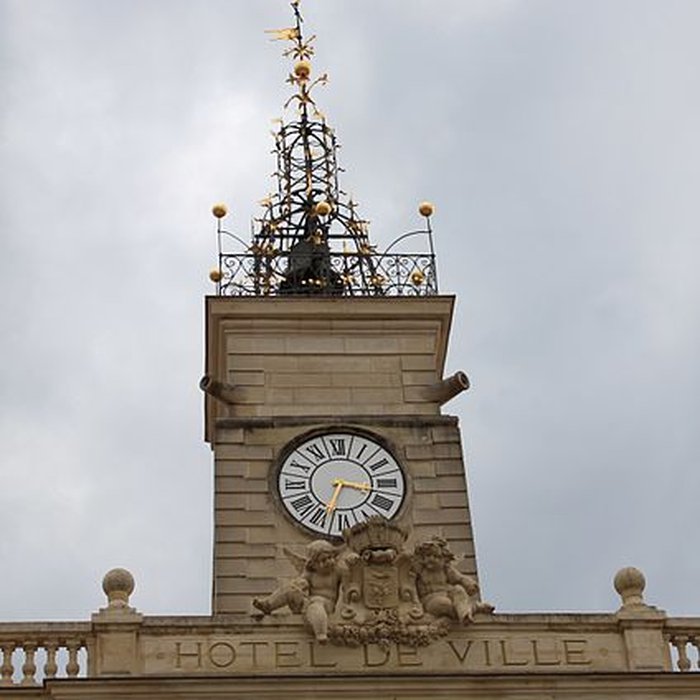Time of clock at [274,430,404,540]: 3:33
